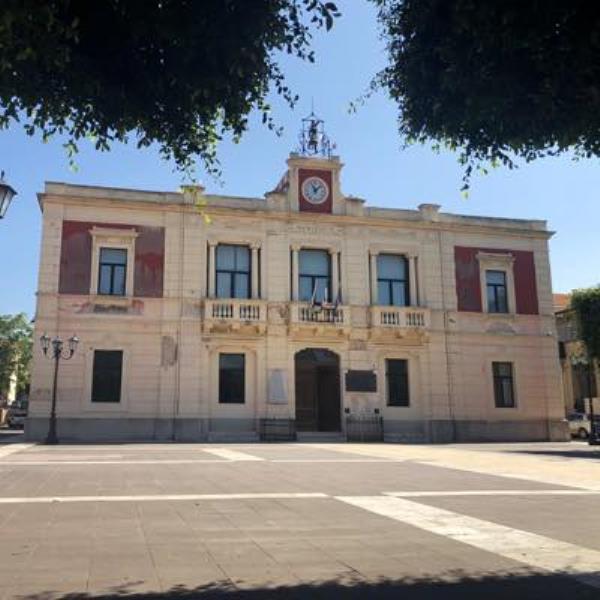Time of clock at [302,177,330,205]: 11:07
